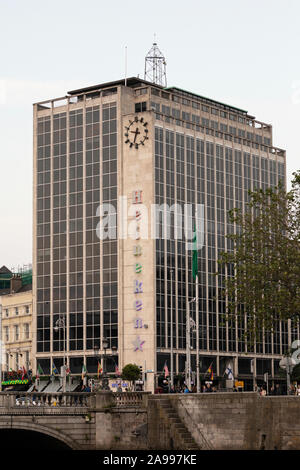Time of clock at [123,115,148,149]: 9:33
